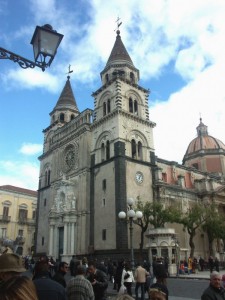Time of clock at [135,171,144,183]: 6:06
